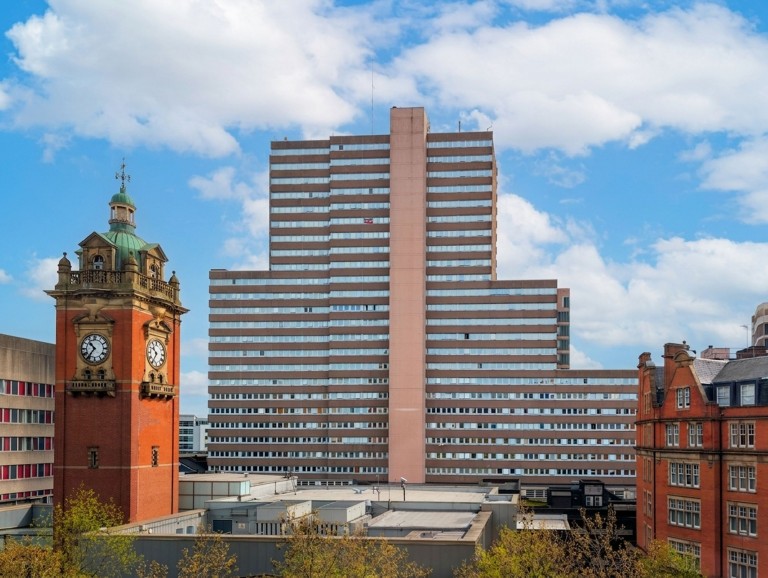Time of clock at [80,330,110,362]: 10:36
